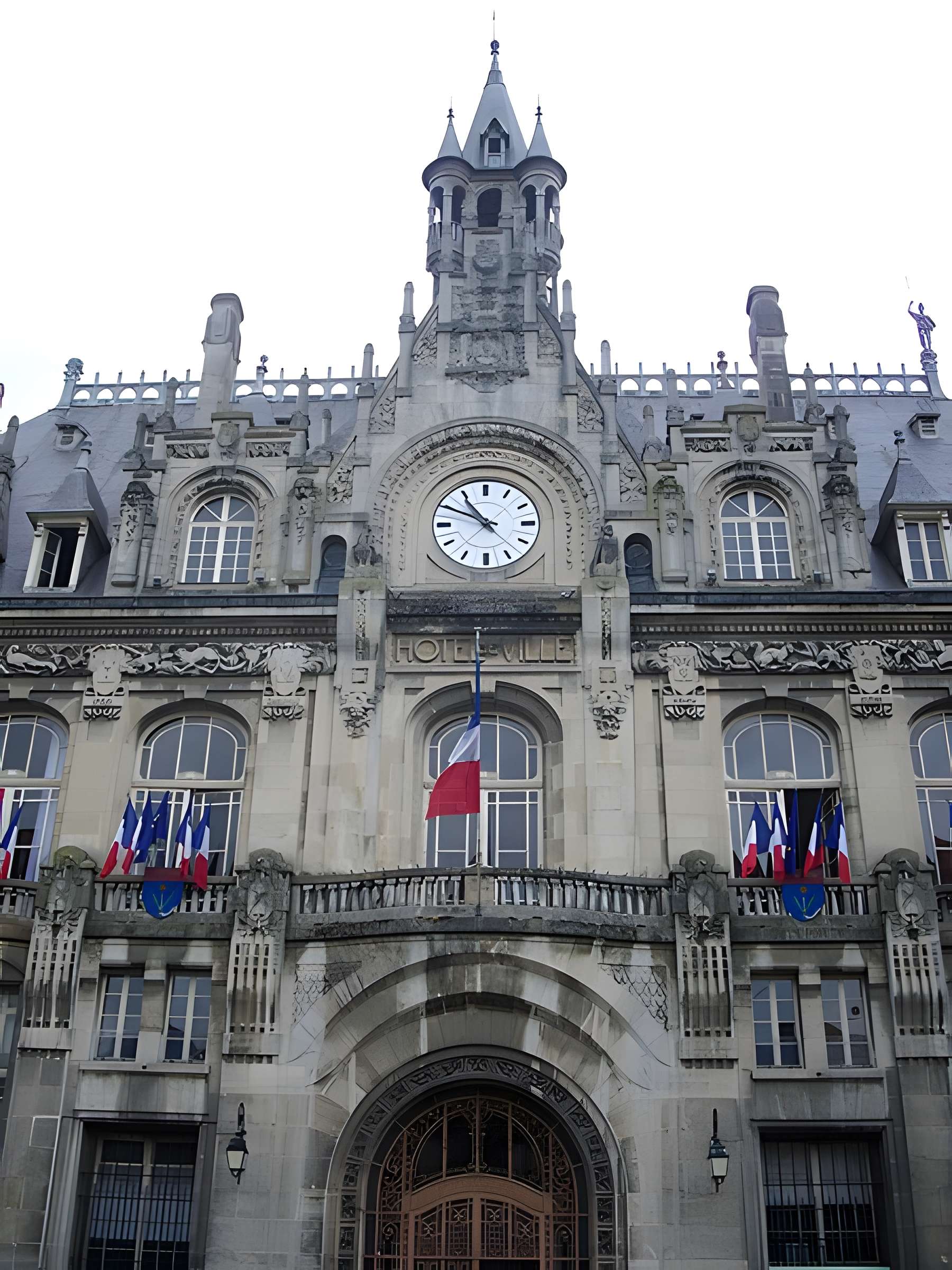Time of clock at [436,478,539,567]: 10:49
